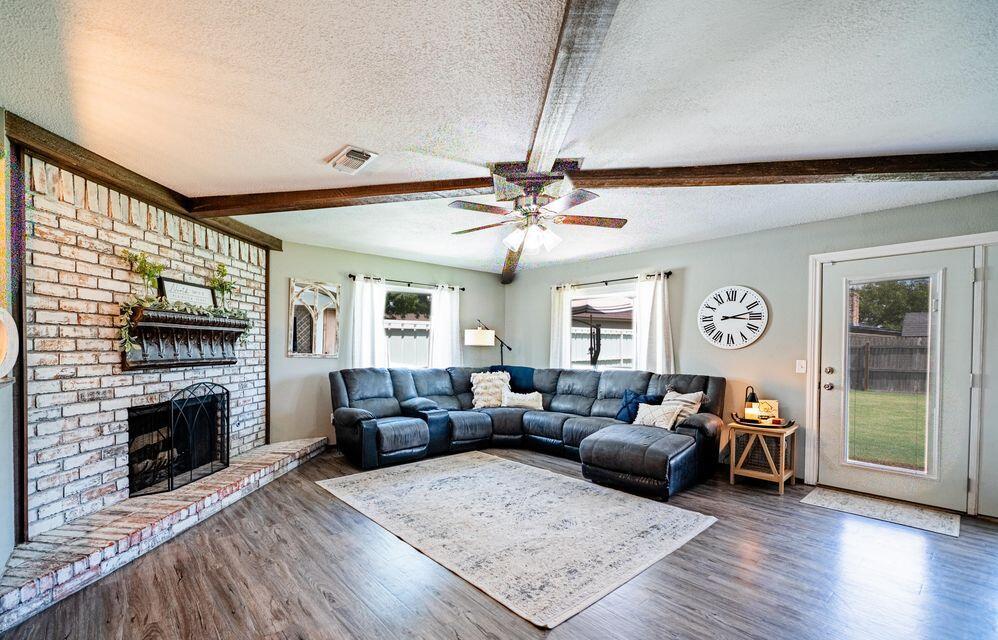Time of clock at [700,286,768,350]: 3:12
